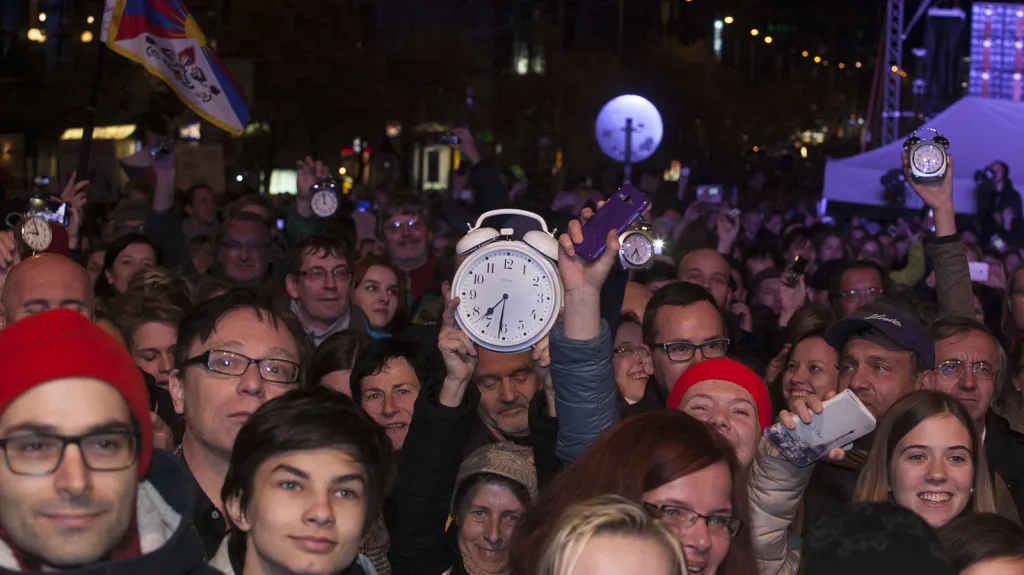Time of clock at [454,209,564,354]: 7:31
